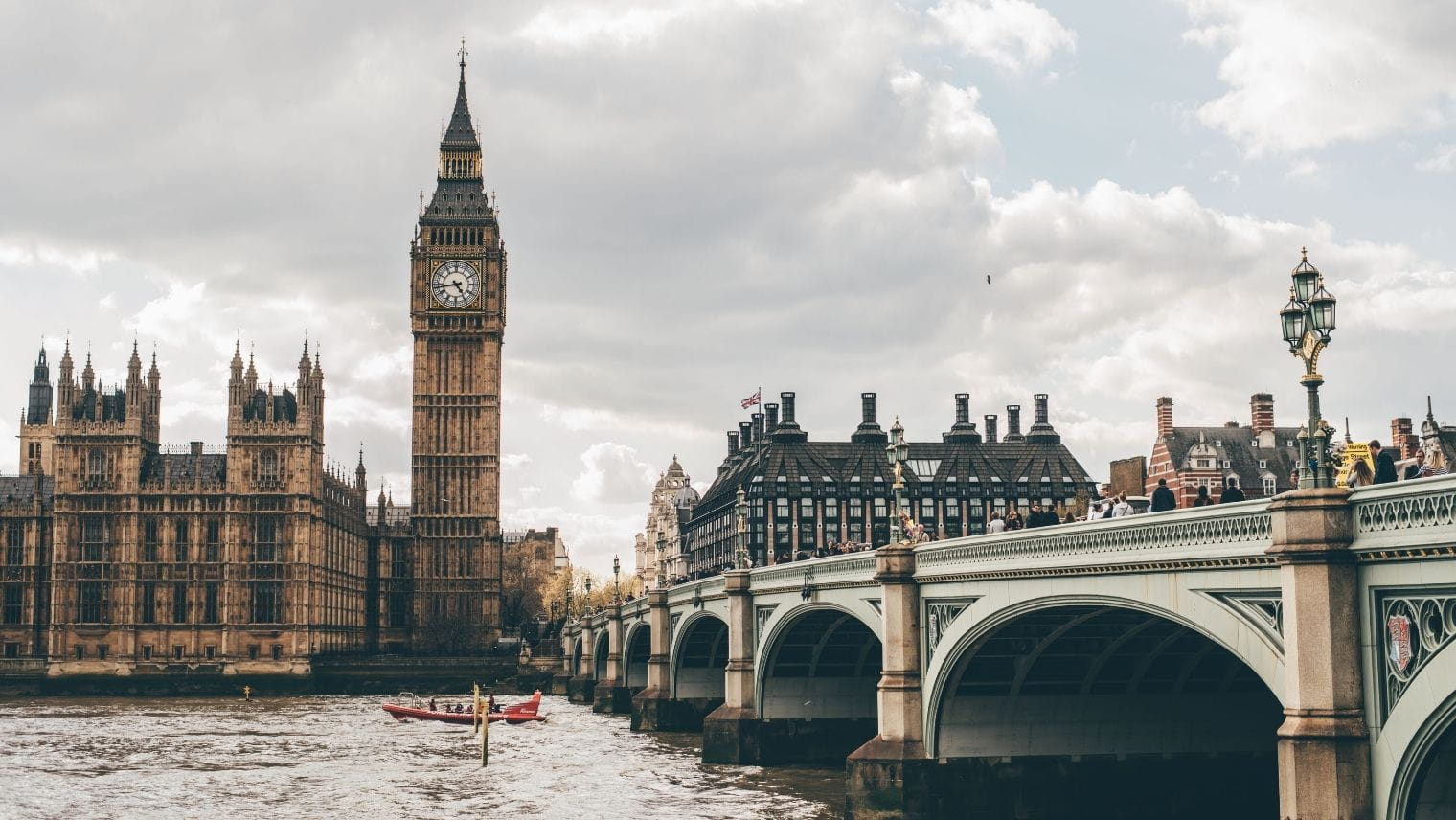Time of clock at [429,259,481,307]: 4:43
